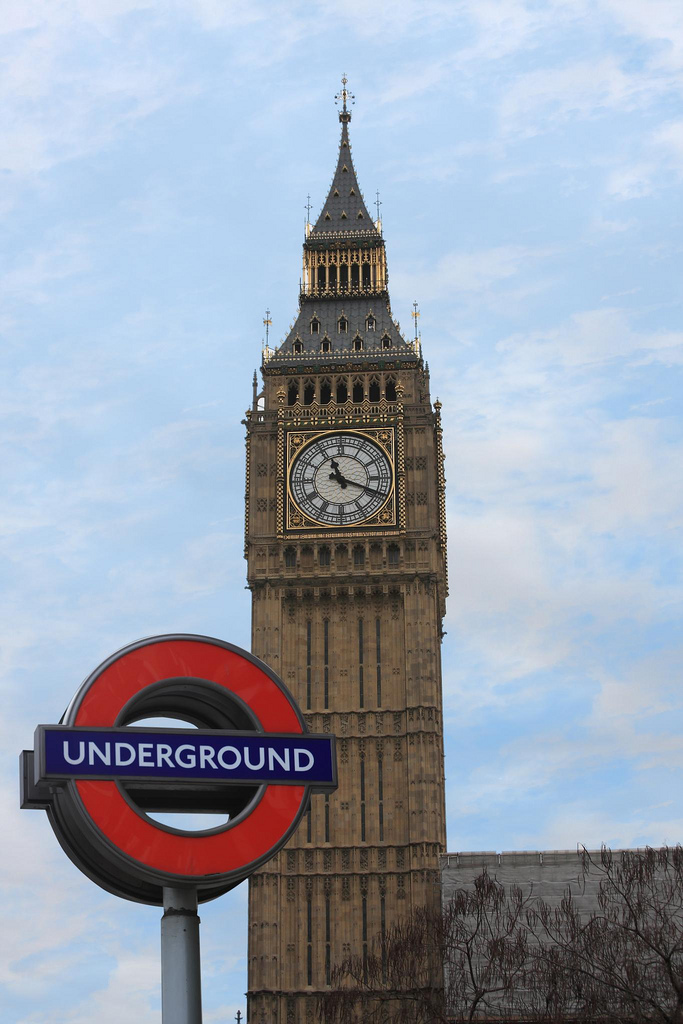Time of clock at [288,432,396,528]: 11:18
